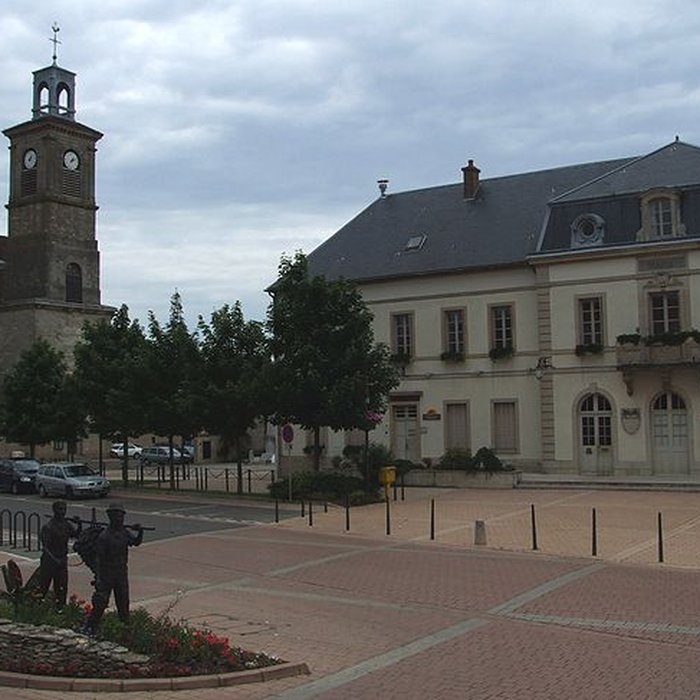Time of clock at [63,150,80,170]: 1:11
